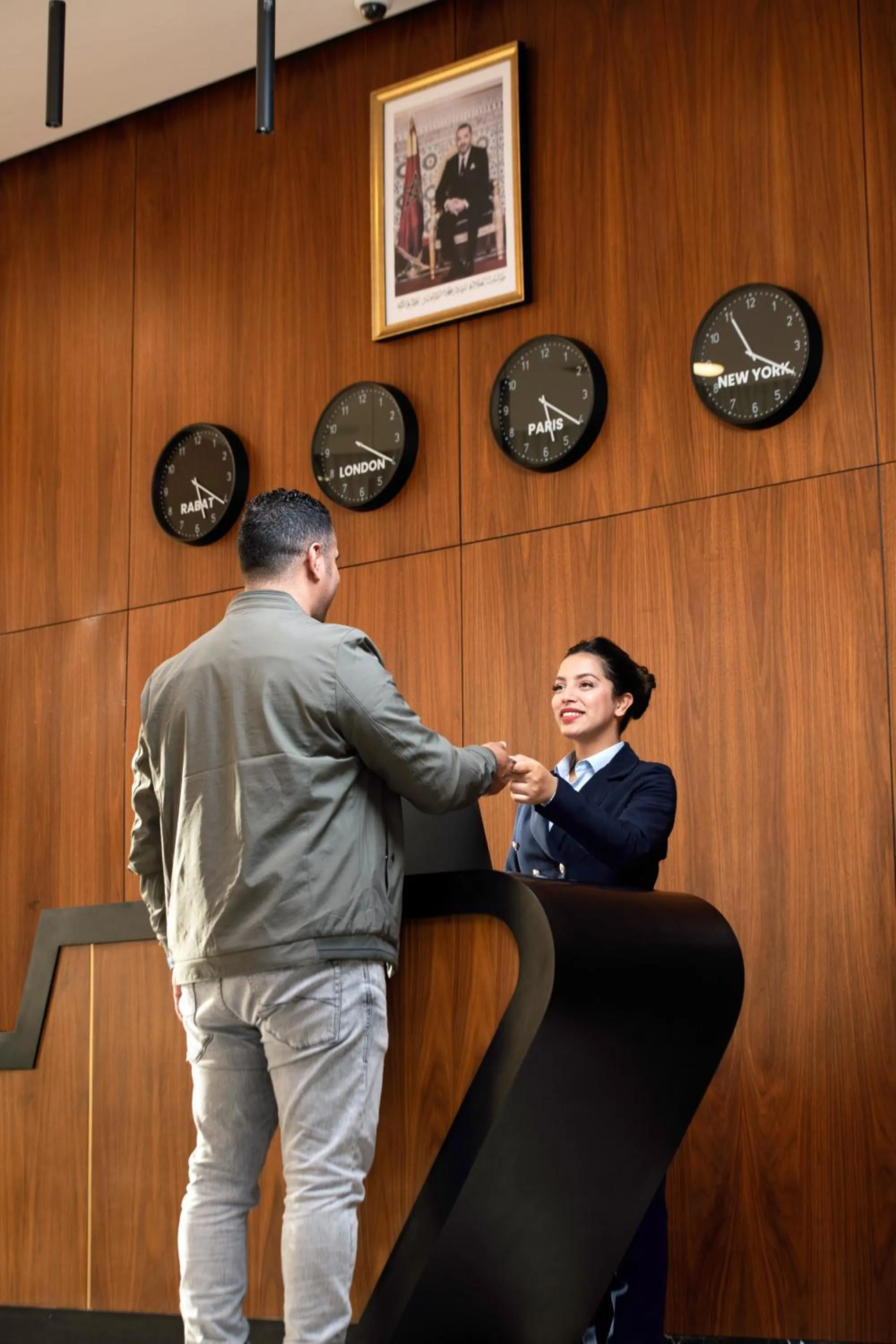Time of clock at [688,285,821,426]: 3:55
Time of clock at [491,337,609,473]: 5:20
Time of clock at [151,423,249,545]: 5:20
